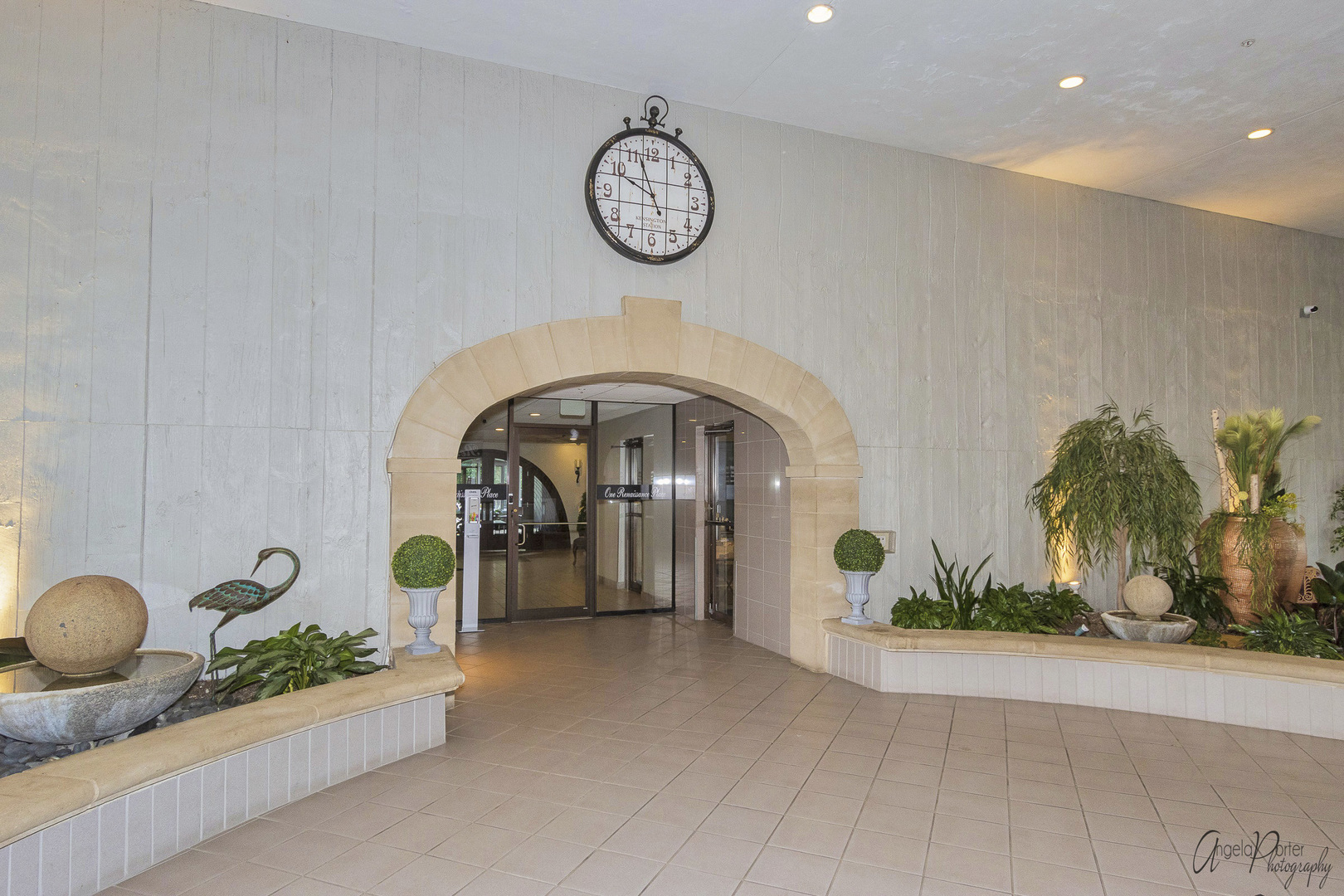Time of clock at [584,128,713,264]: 9:56
